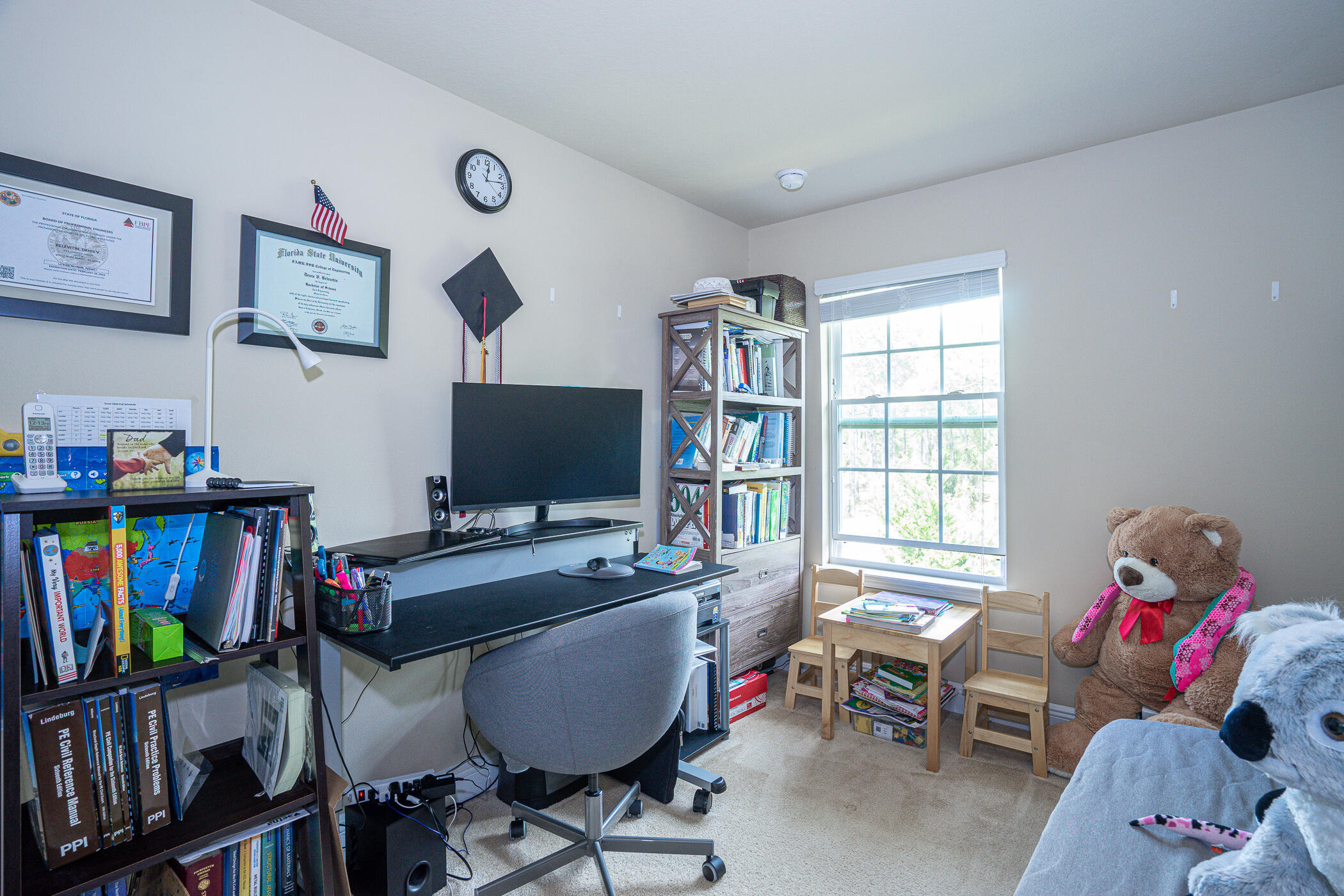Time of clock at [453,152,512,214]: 12:13
